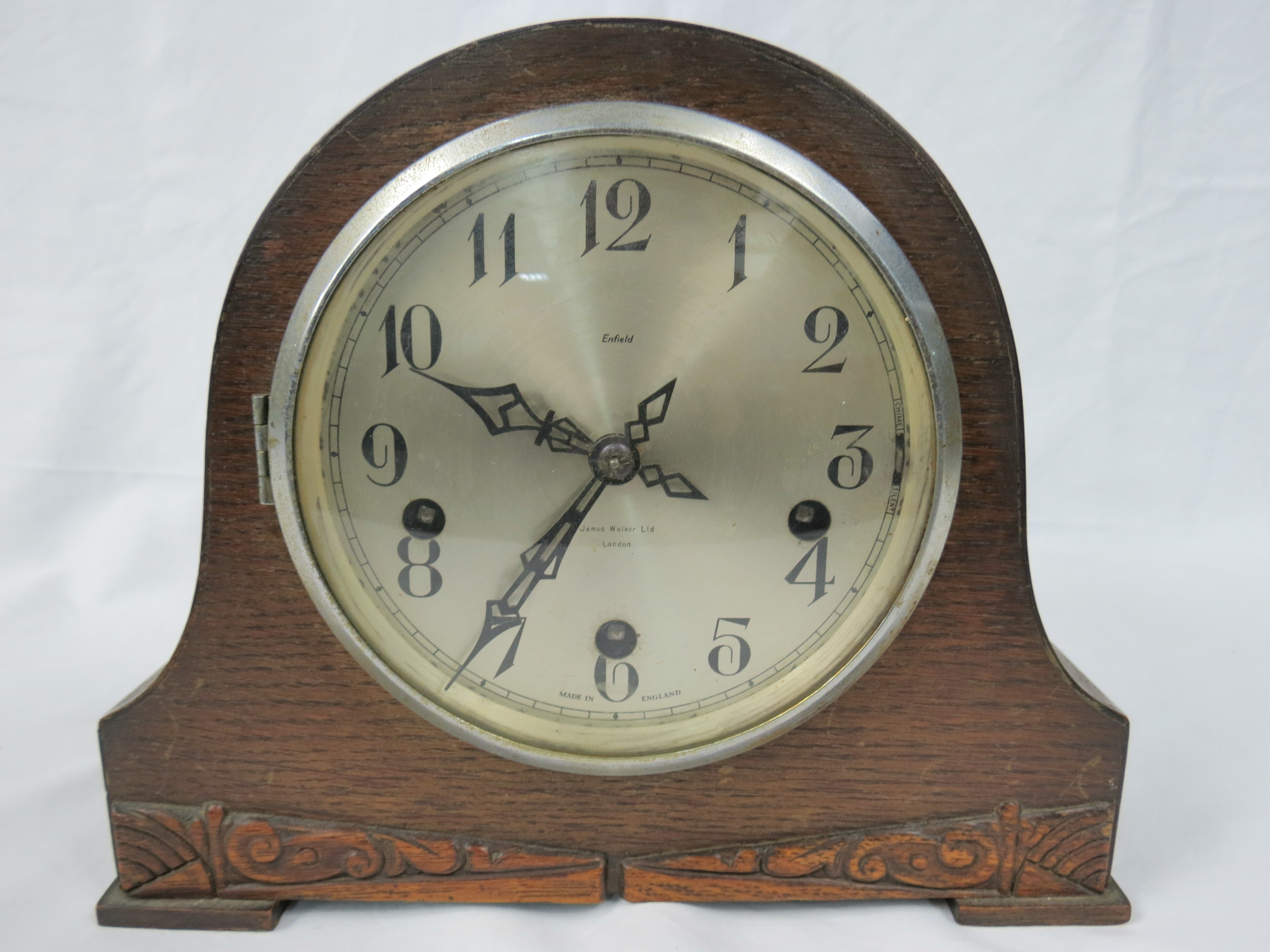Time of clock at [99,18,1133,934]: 9:35
